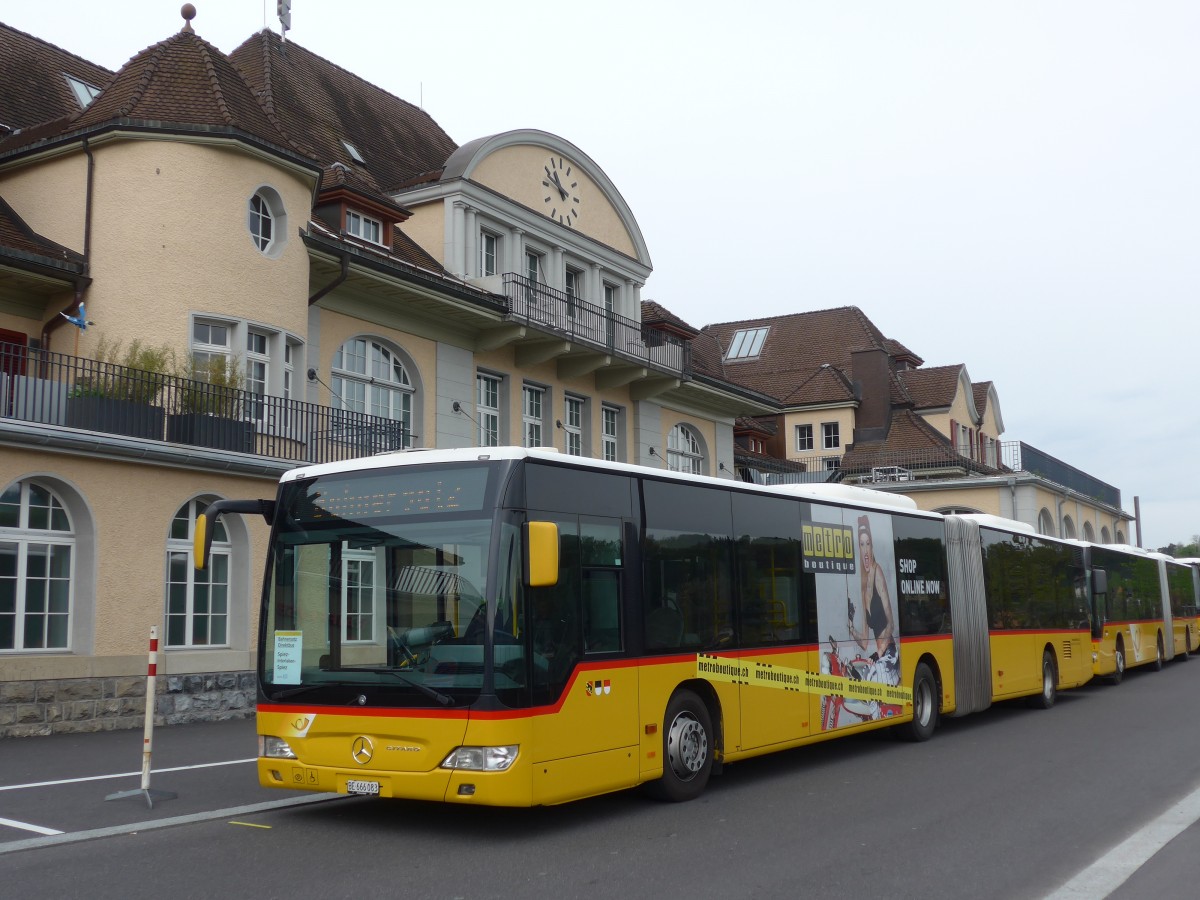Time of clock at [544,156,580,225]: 10:48
